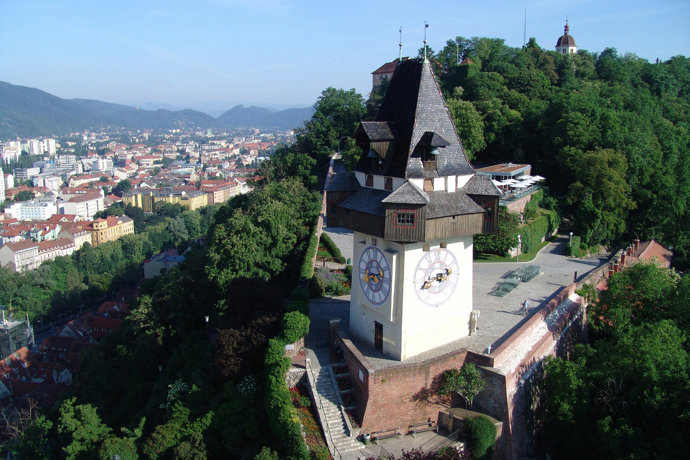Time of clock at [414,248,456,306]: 2:40
